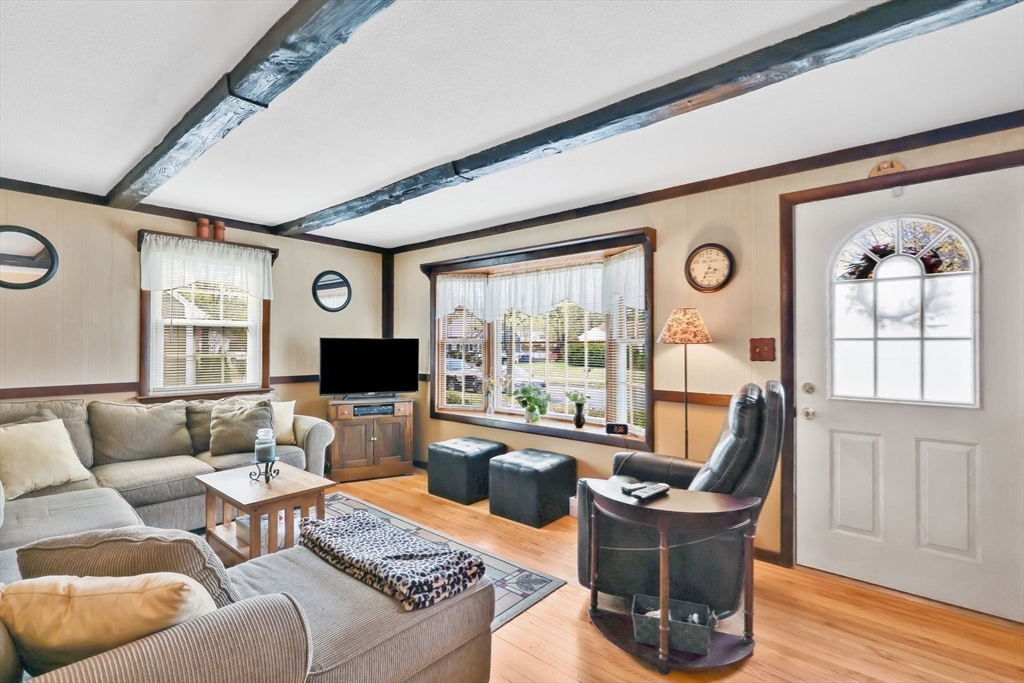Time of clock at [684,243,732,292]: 3:34
